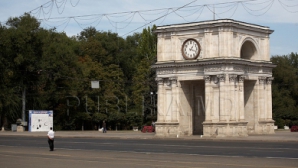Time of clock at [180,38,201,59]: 1:18
